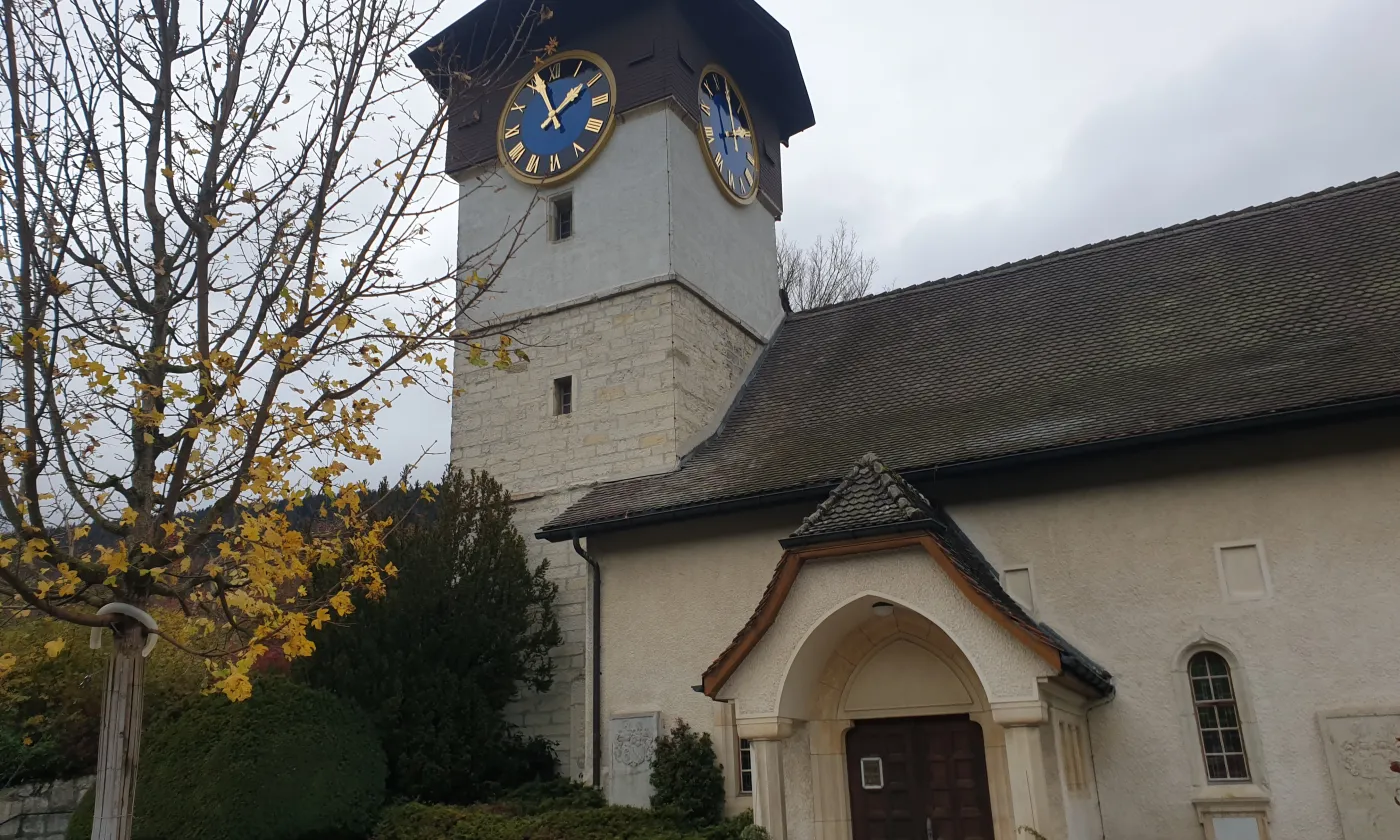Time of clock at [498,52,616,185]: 1:56
